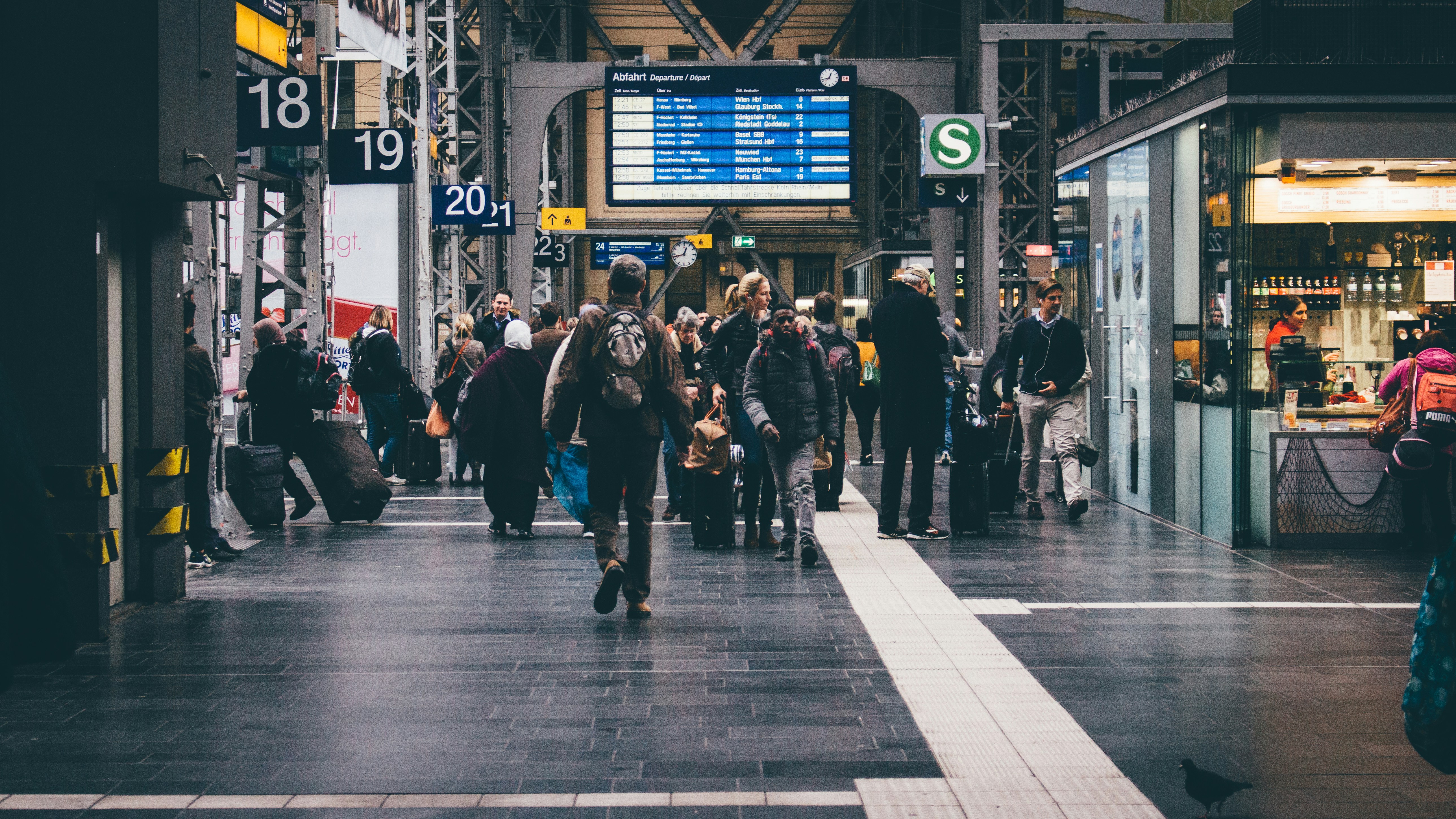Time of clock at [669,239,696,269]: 12:42
